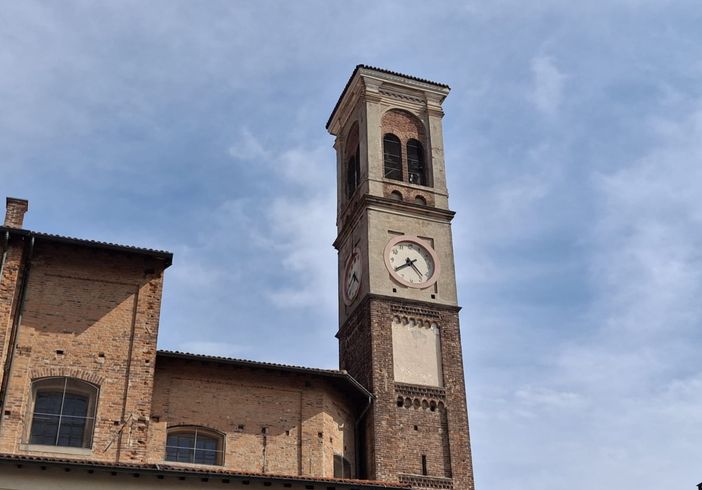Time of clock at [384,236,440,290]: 4:39
